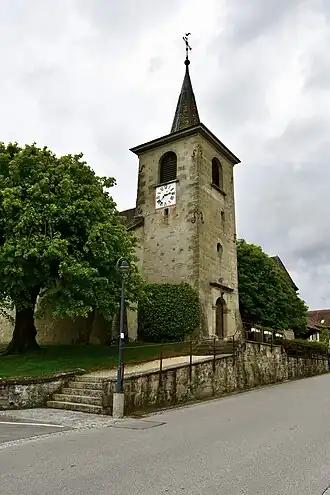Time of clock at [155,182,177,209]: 2:38
